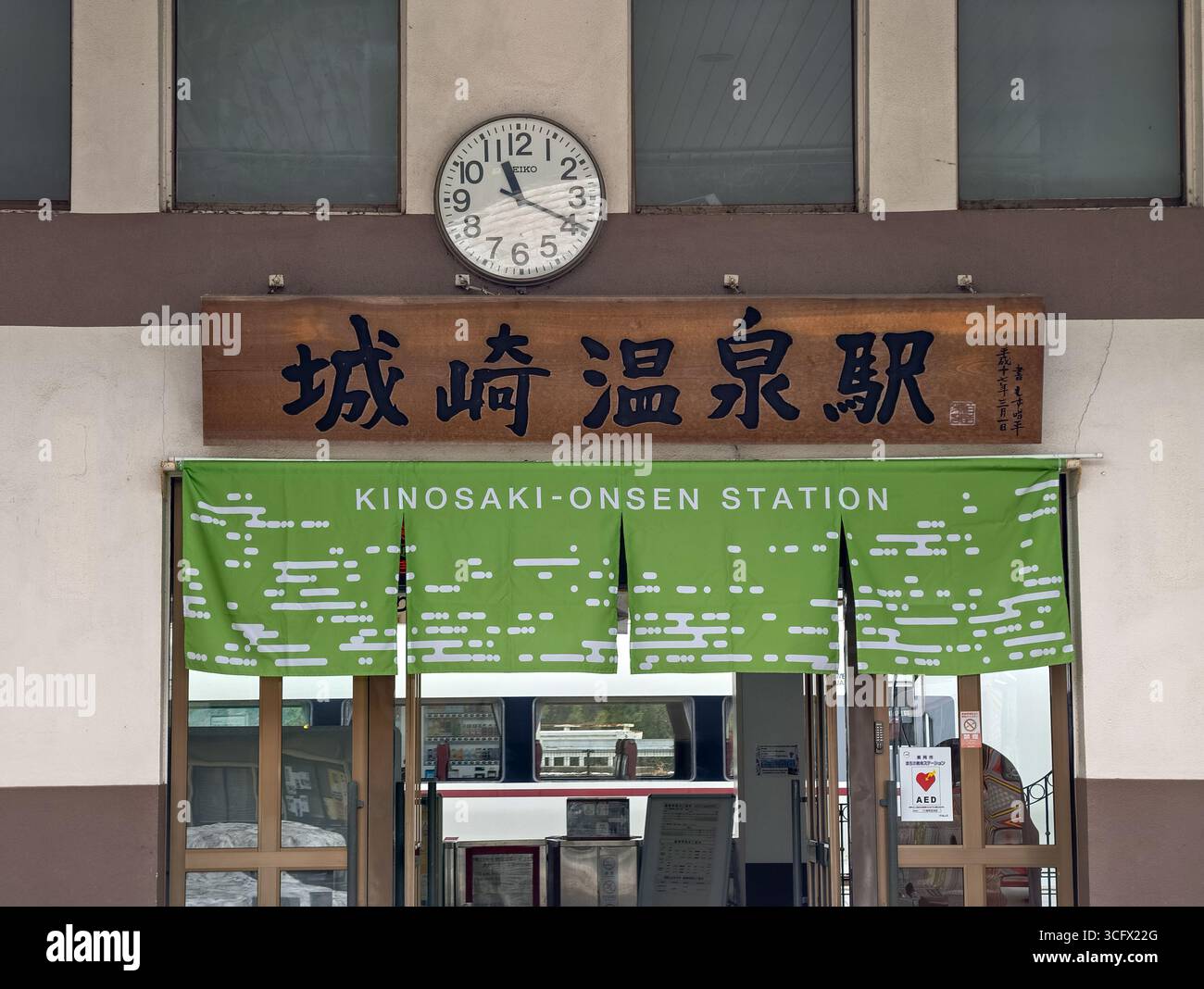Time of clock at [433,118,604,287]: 11:19
